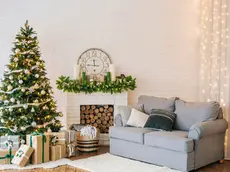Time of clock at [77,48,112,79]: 11:46
